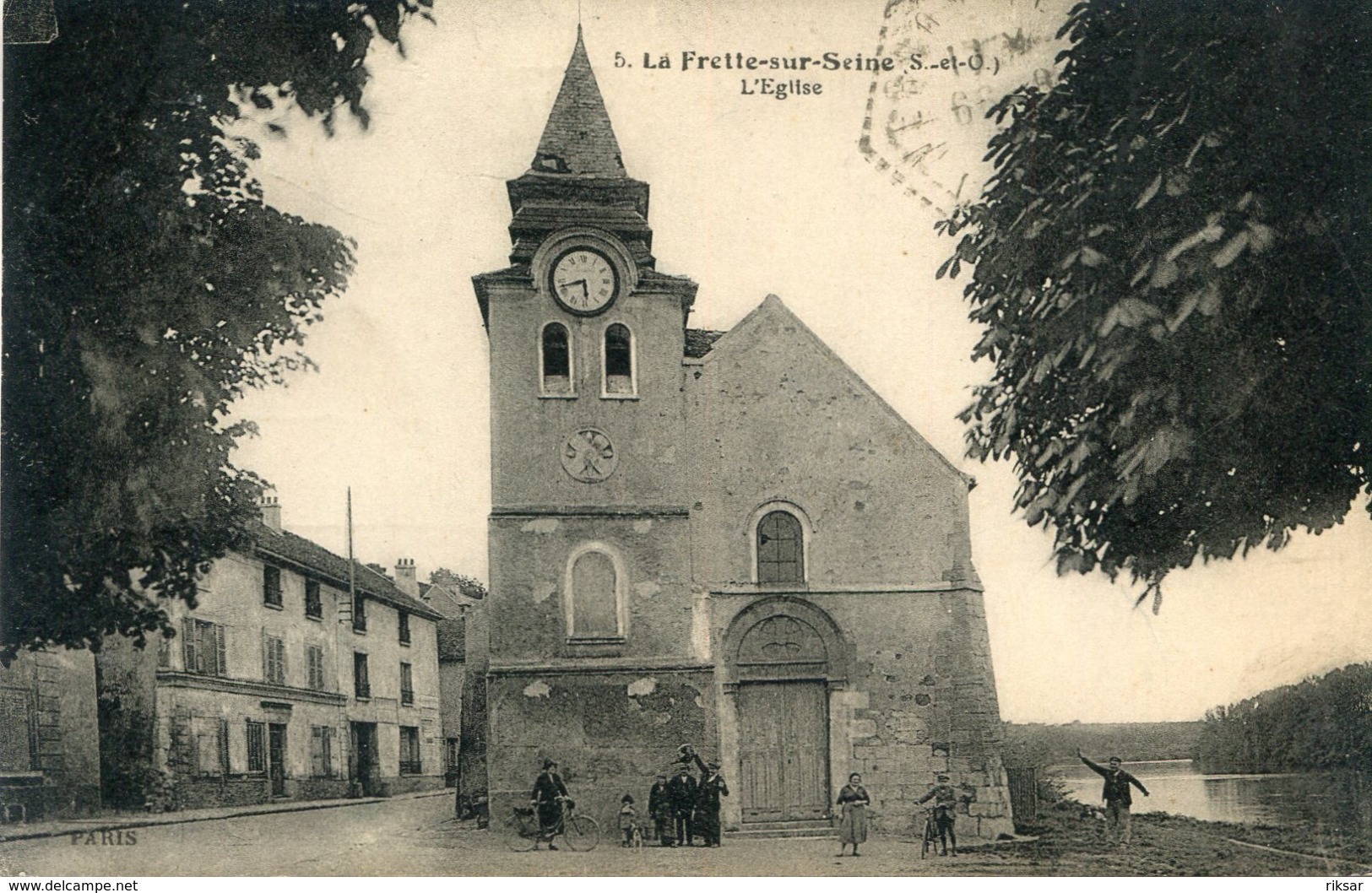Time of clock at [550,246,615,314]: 5:42
